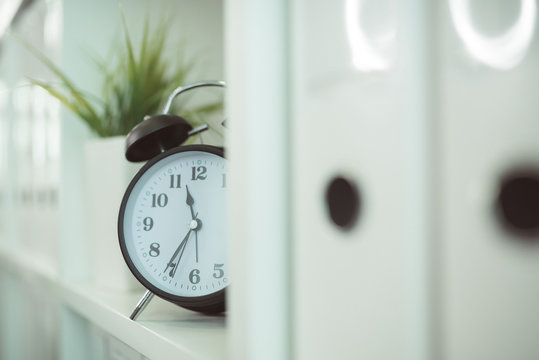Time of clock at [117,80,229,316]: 11:35
